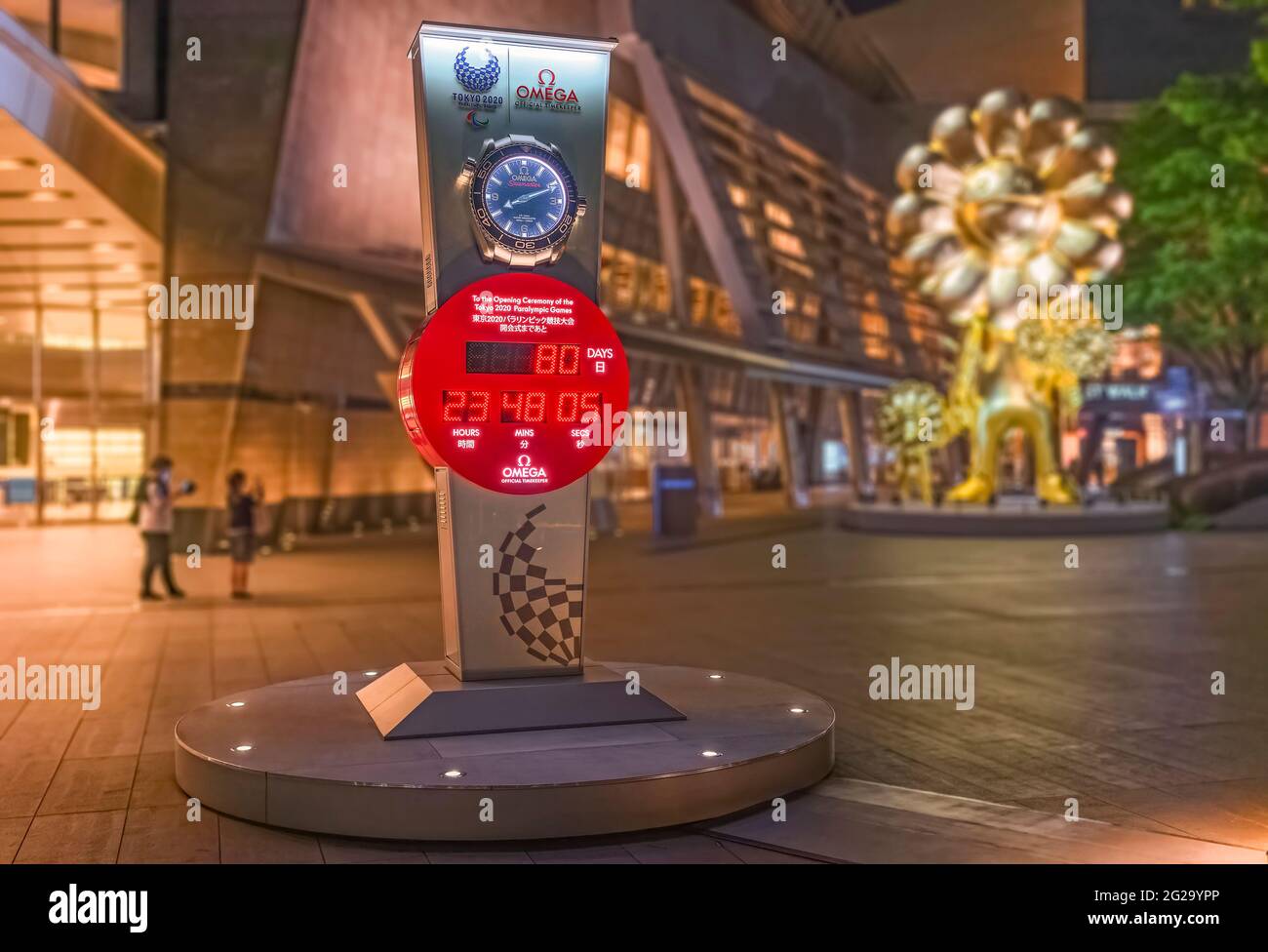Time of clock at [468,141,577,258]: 8:11
